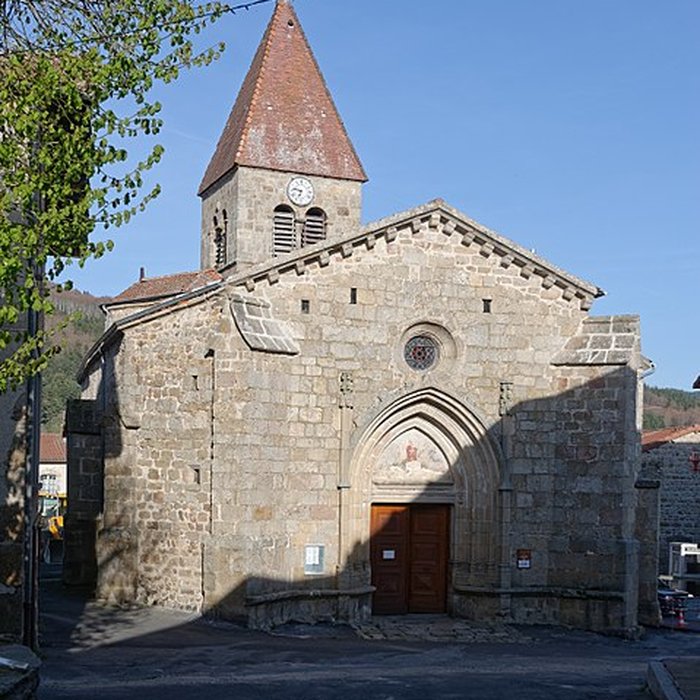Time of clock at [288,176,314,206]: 6:47
